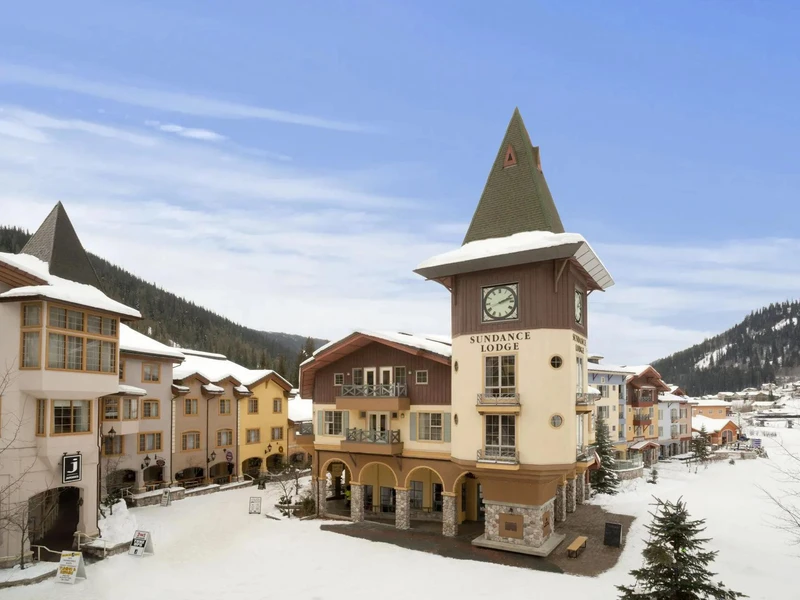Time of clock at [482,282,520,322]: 2:12
